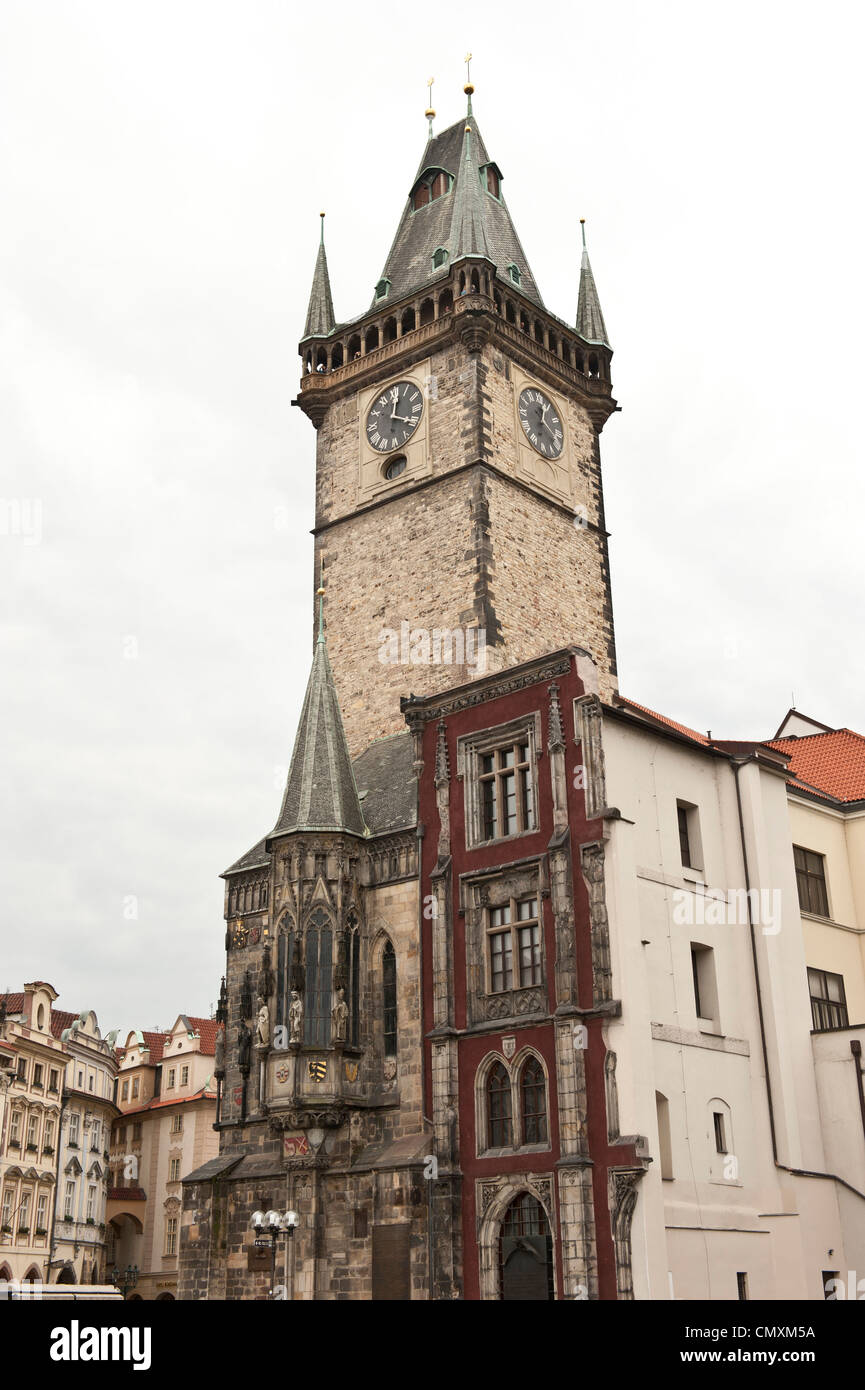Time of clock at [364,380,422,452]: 12:19
